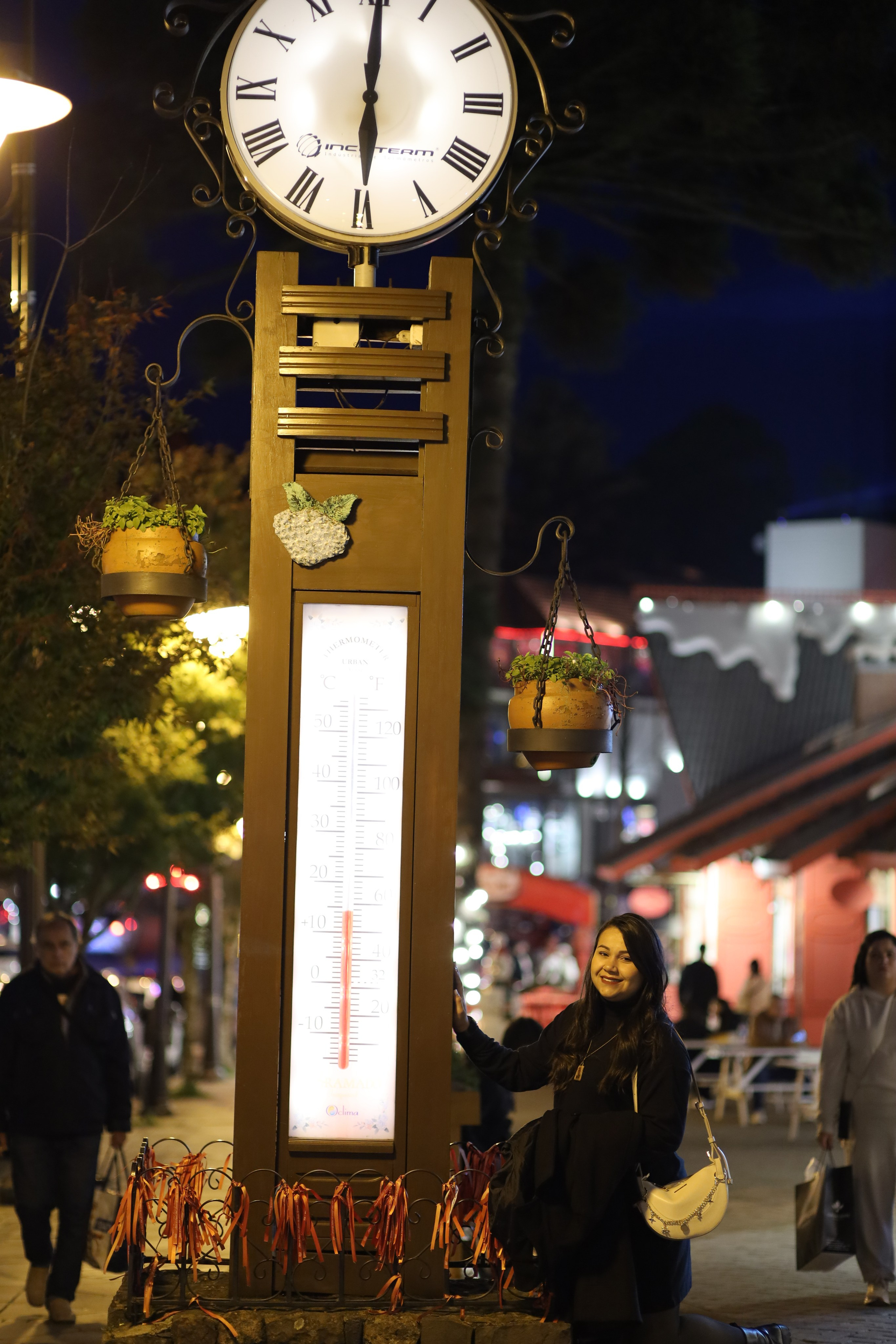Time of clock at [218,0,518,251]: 6:00
